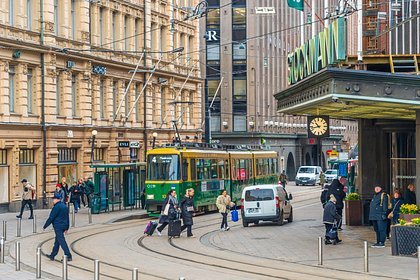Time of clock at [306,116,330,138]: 10:42
